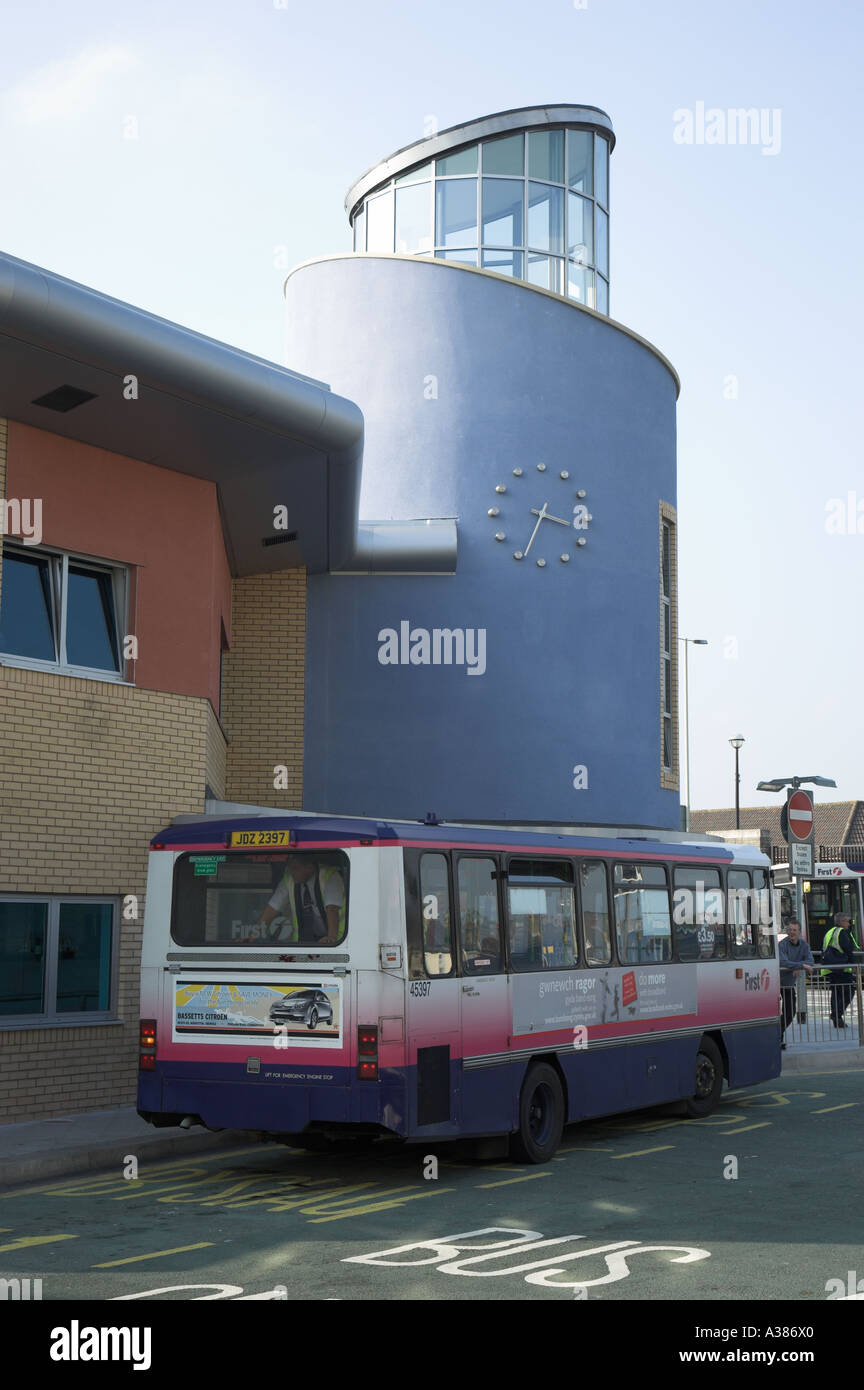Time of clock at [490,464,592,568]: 3:33
